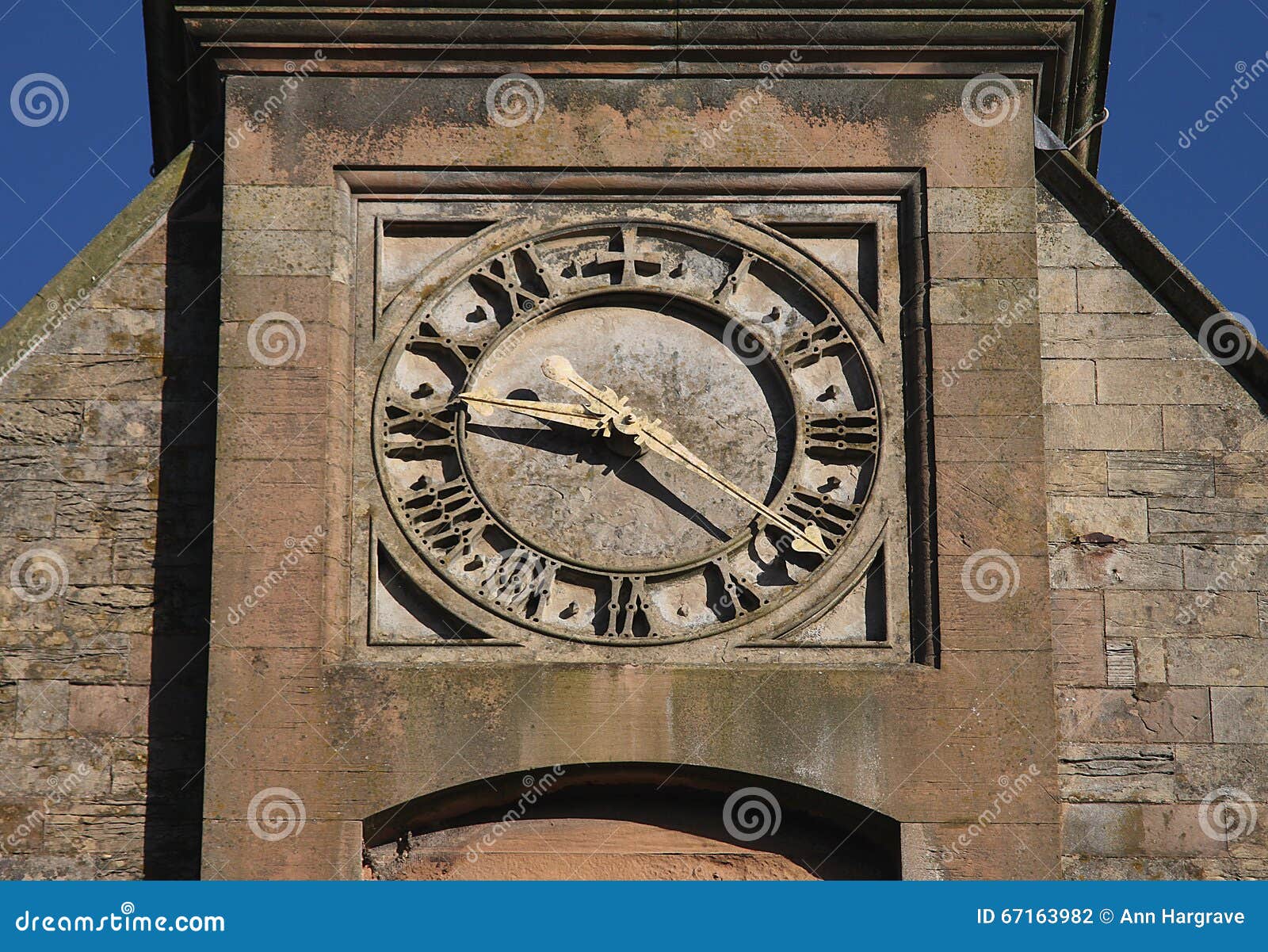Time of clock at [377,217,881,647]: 9:22
